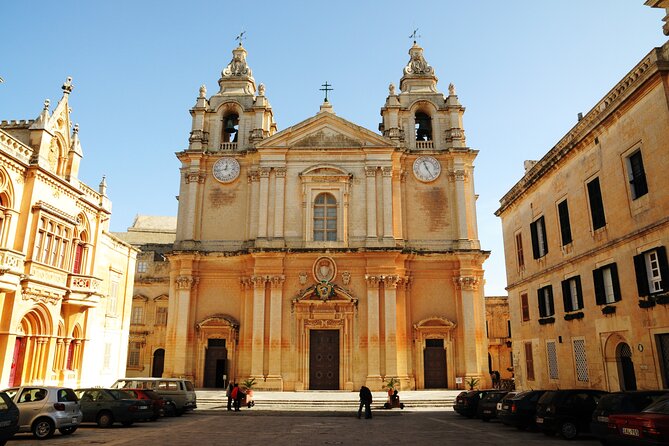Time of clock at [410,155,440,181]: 11:24
